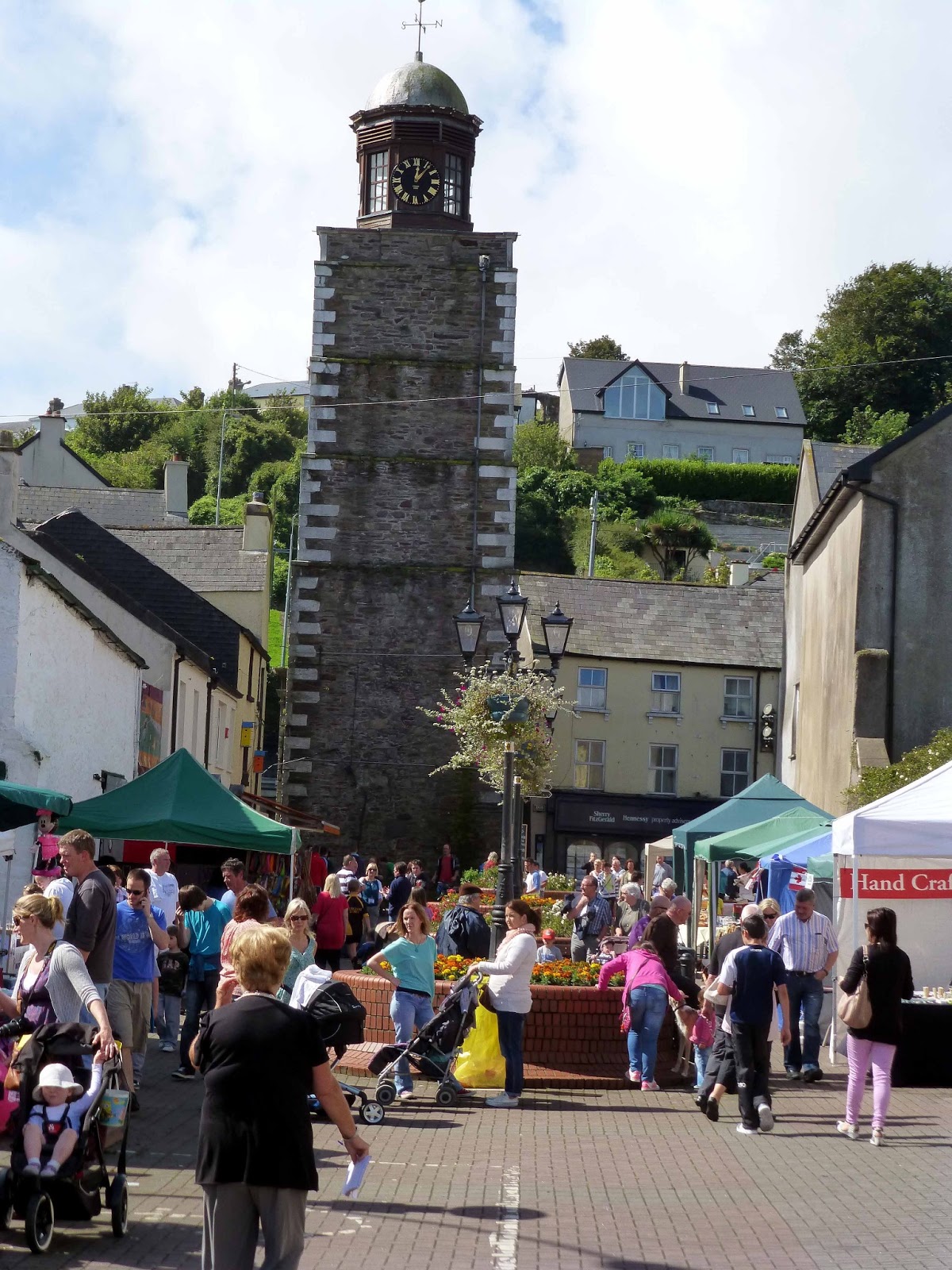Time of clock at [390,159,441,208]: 12:06
